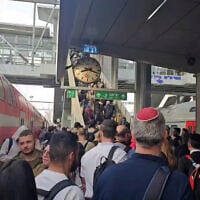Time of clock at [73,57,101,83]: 8:18
